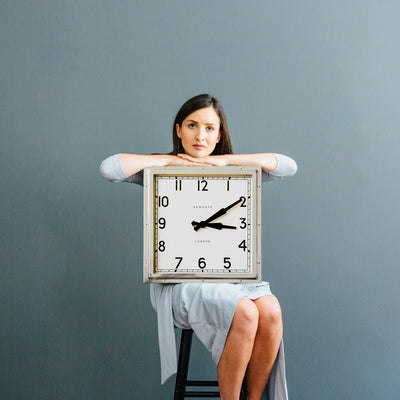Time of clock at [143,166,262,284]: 3:09
